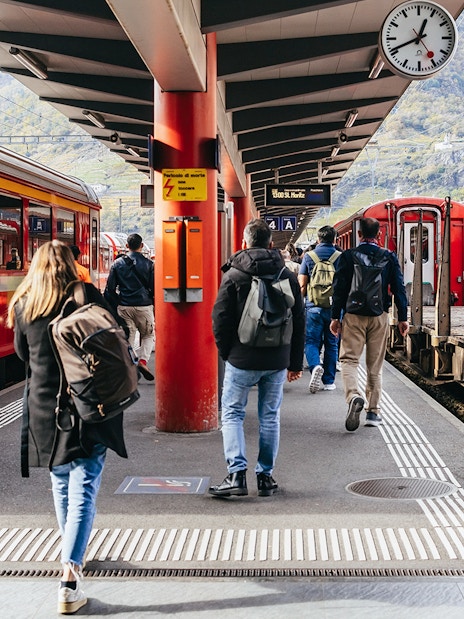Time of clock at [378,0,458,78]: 12:41
